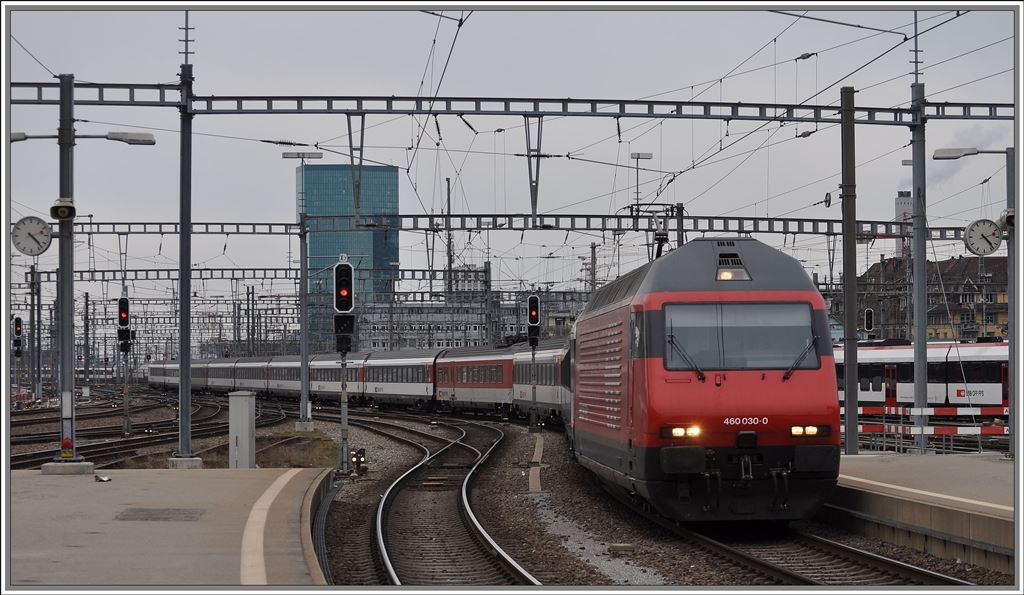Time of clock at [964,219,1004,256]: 4:23
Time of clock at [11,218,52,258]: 2:22
